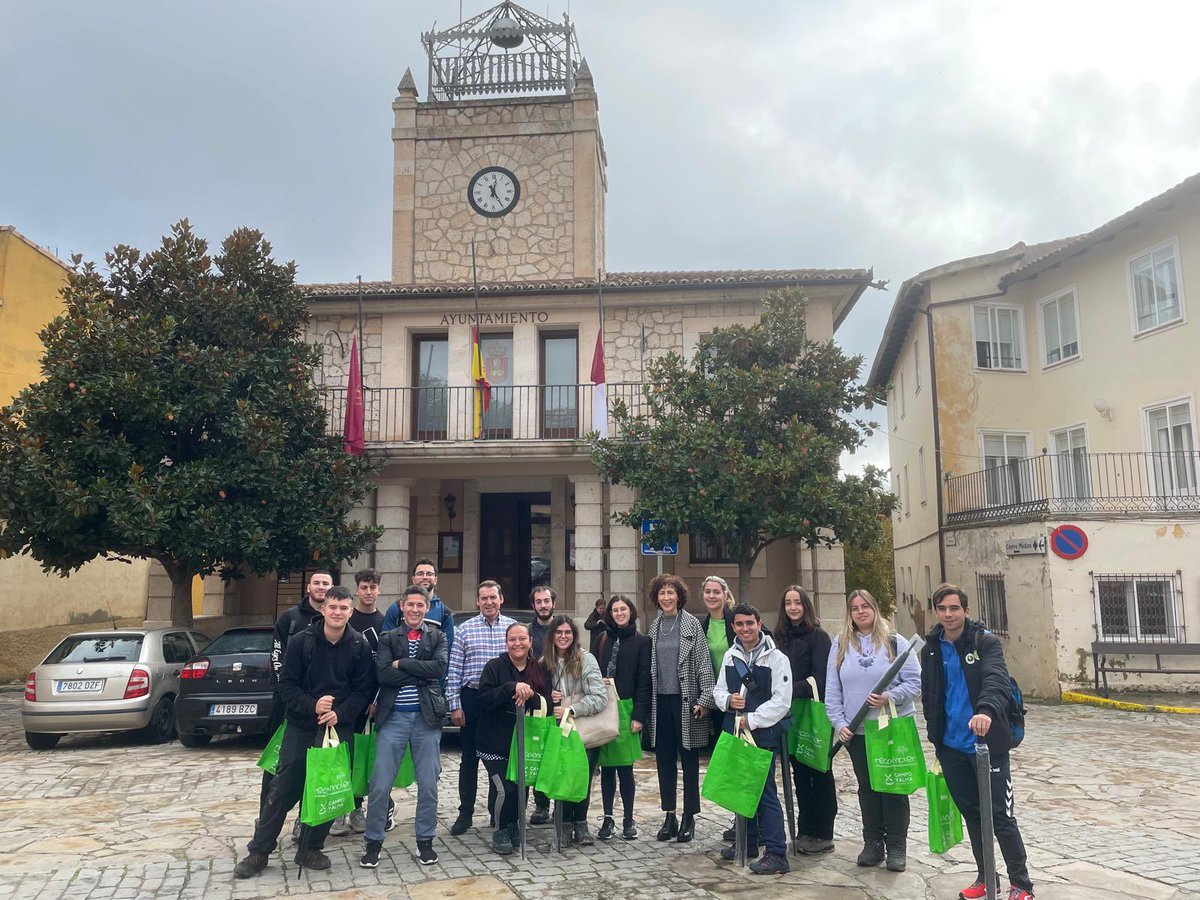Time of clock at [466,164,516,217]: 12:24
